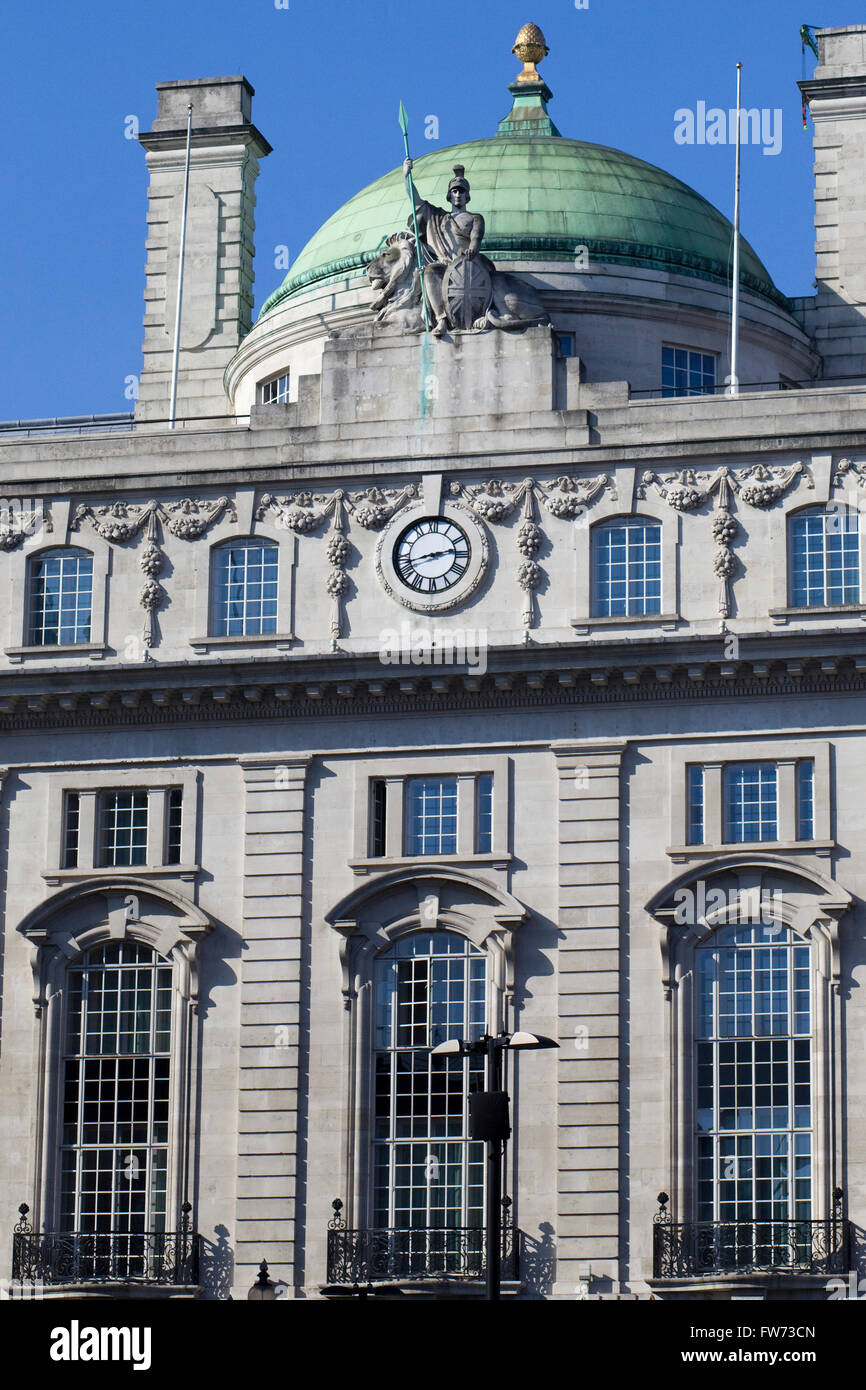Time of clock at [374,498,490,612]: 2:42
